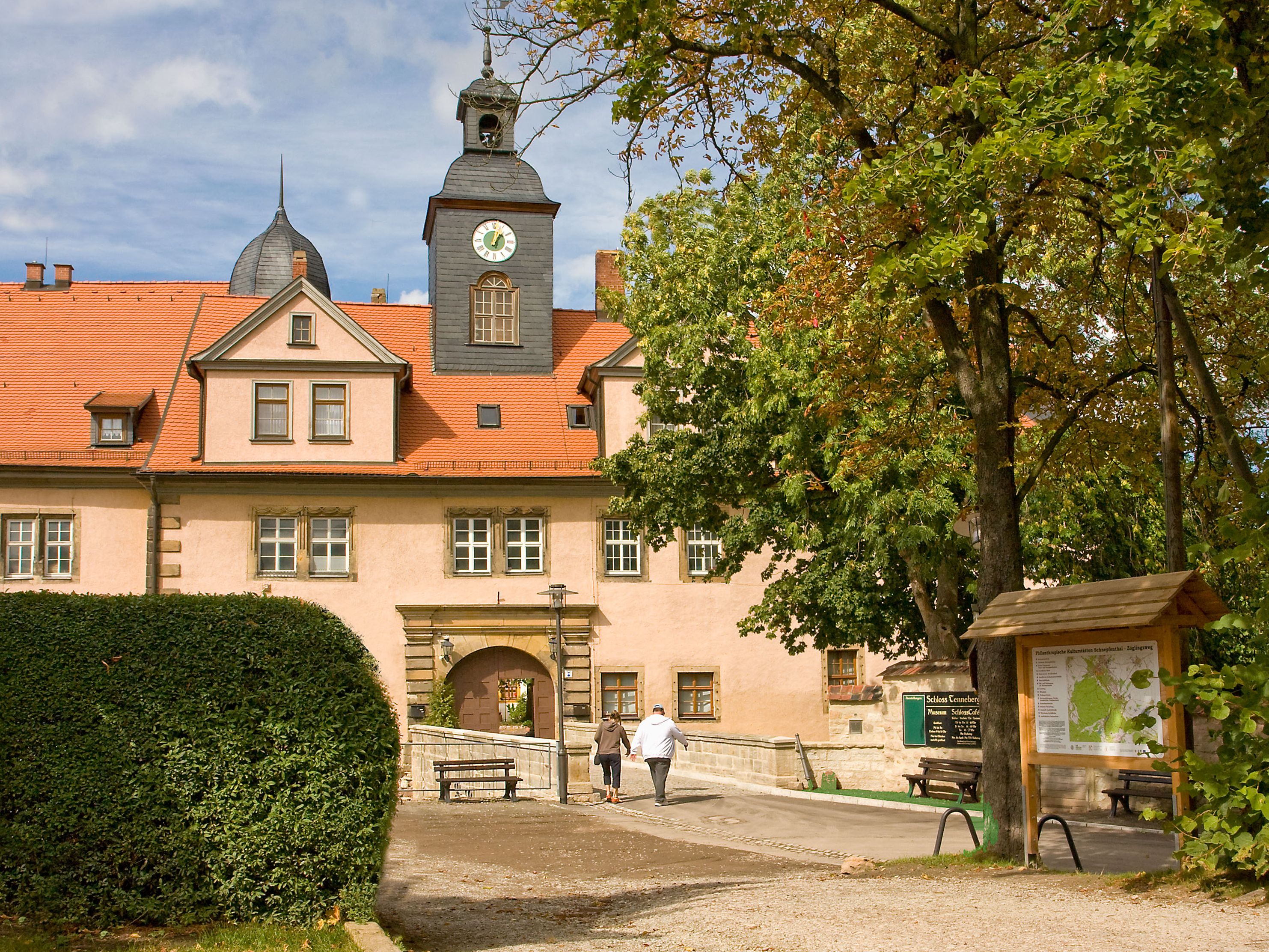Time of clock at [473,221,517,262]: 1:02
